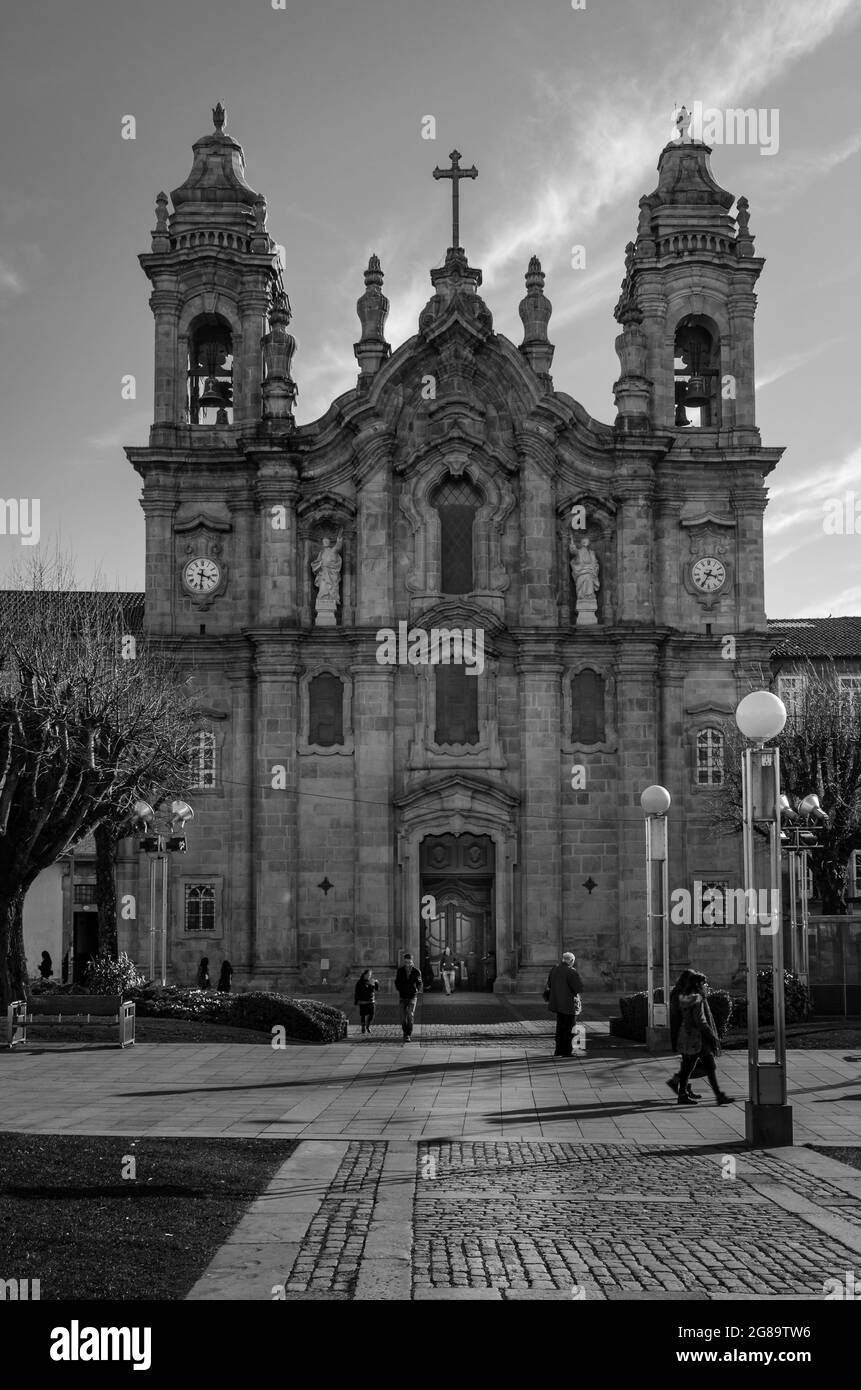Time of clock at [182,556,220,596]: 3:31
